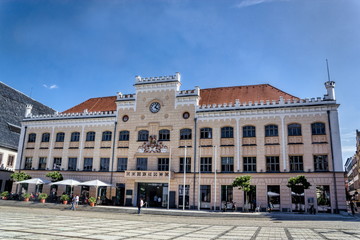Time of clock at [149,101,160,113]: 4:04
